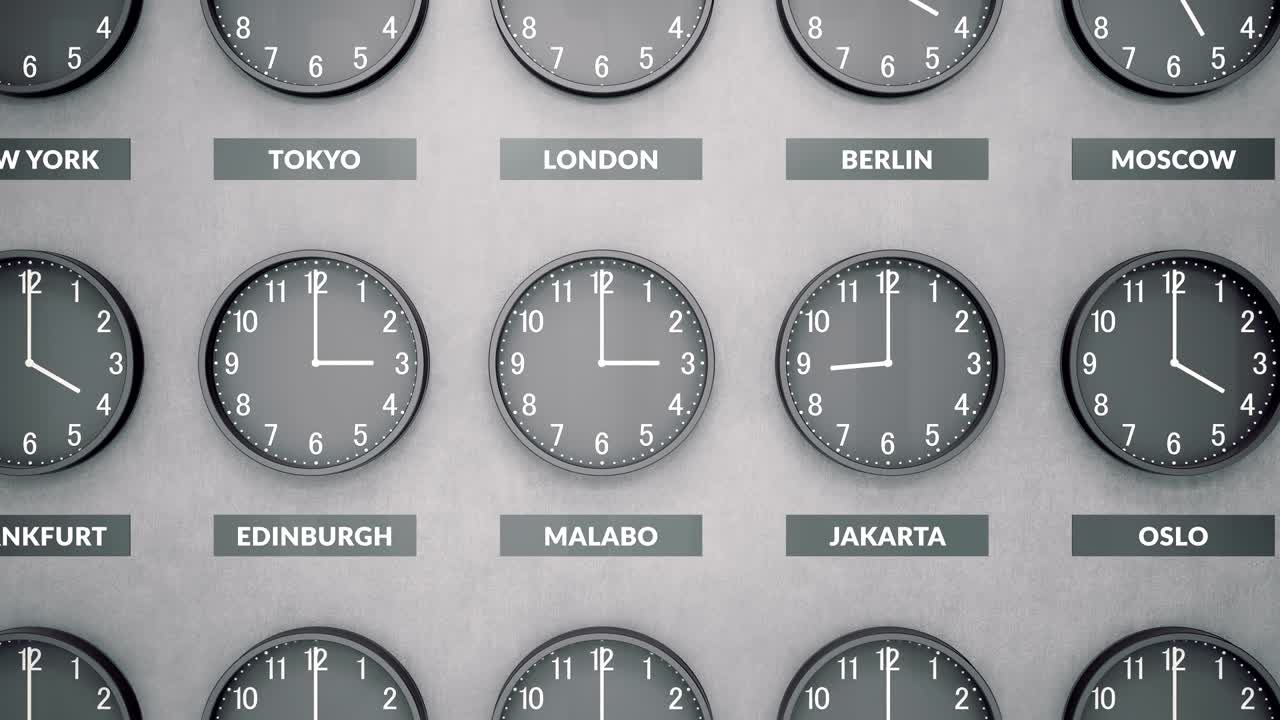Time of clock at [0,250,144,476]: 3:59
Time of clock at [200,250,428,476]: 2:59
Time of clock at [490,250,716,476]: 2:59
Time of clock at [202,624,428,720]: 11:59
